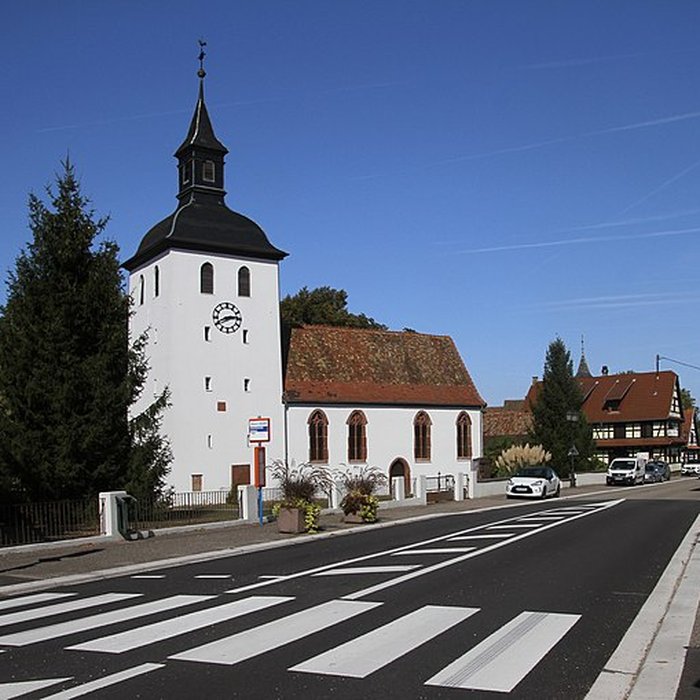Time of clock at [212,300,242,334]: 2:41
